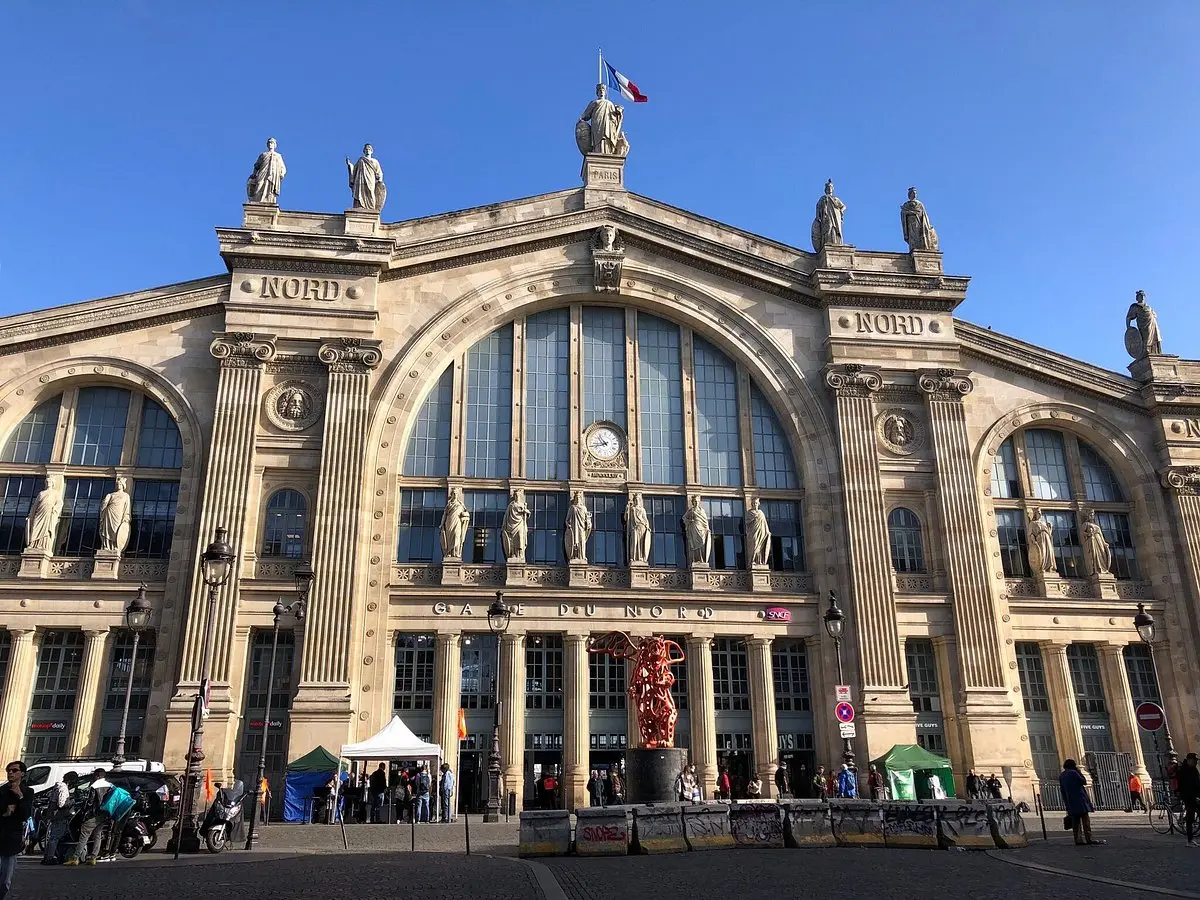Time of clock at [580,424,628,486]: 10:43
